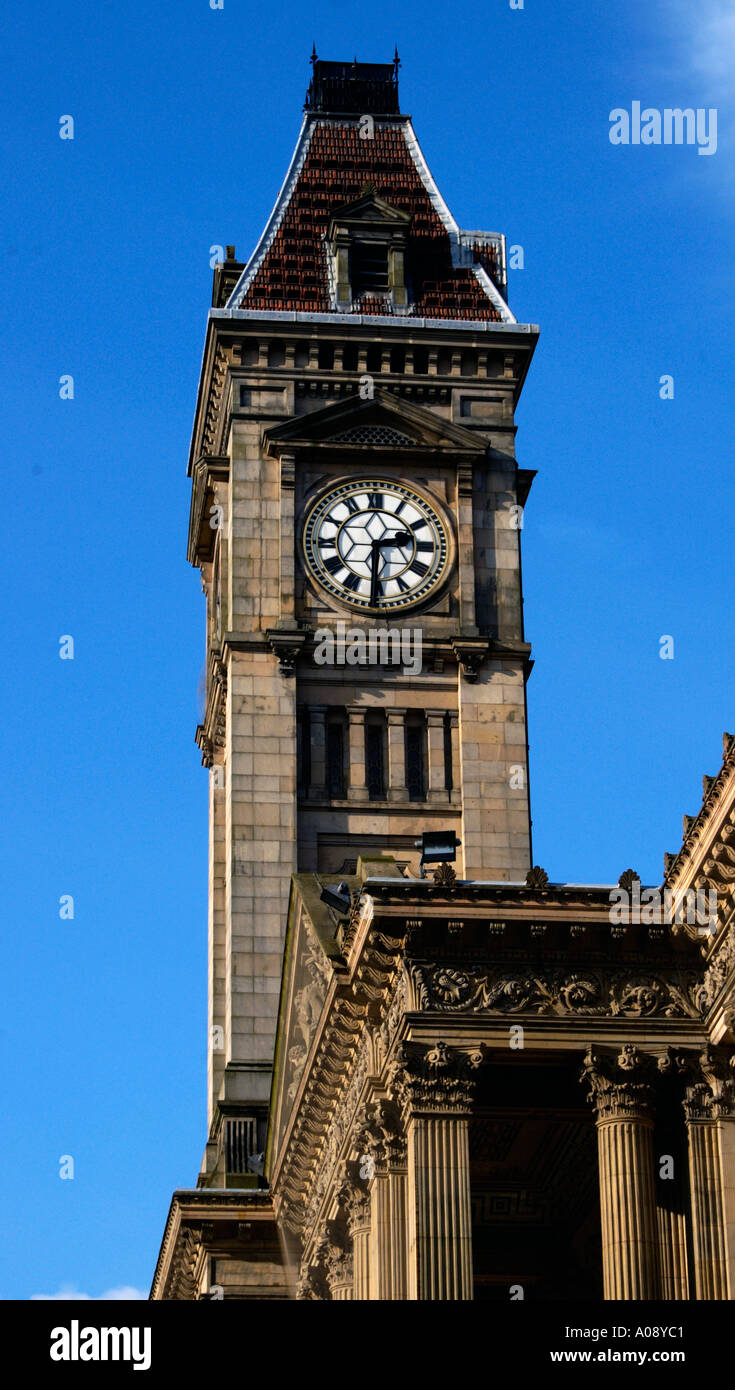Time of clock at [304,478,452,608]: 2:30
